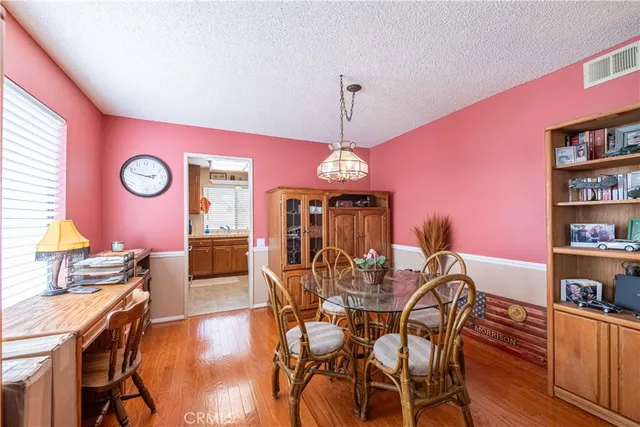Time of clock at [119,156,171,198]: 2:47
